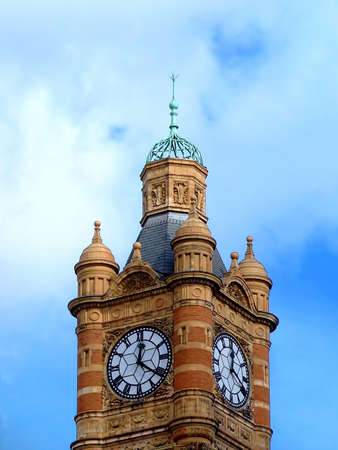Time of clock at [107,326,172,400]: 12:21
